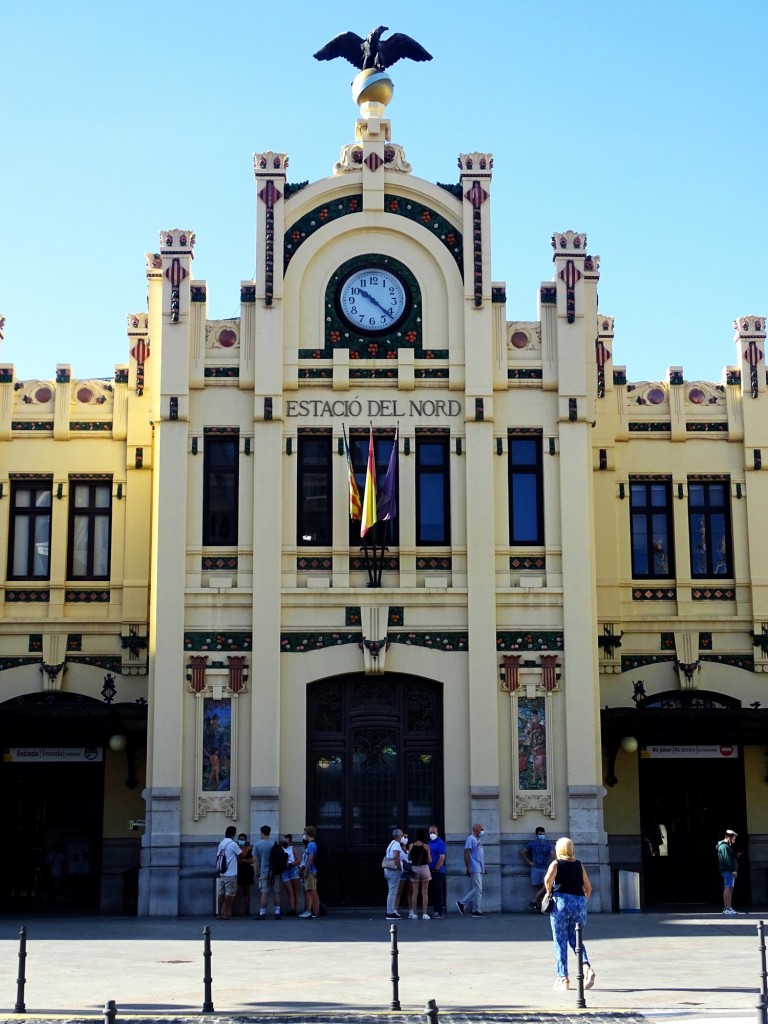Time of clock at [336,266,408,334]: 10:21
